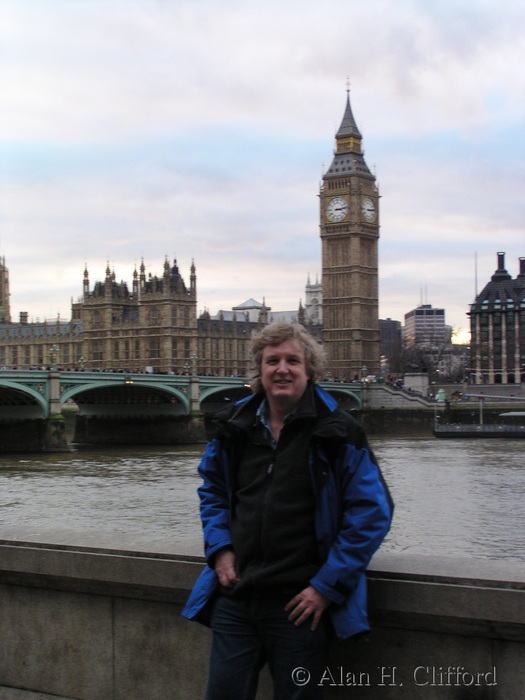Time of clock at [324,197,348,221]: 3:13
